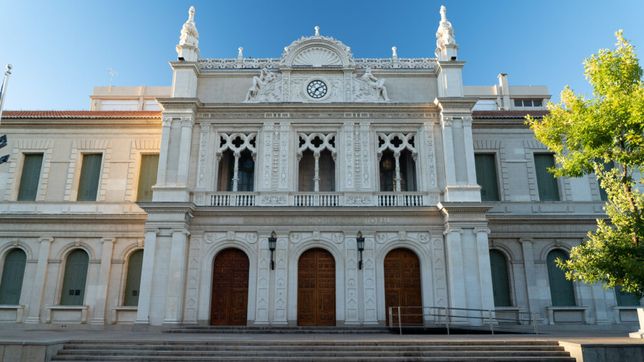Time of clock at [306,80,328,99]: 7:09
